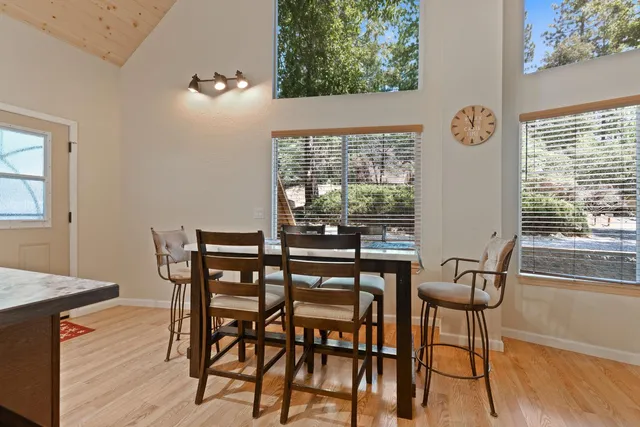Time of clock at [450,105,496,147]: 11:00
